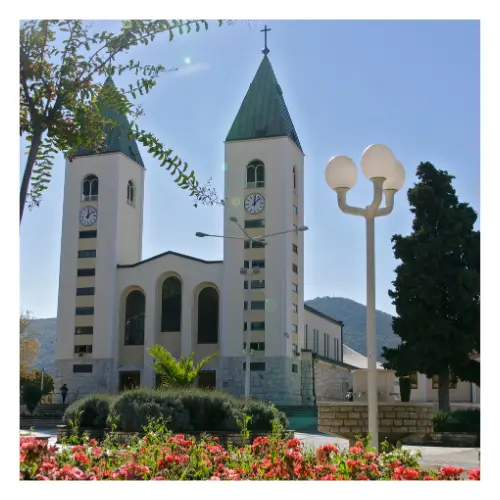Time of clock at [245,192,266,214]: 12:07
